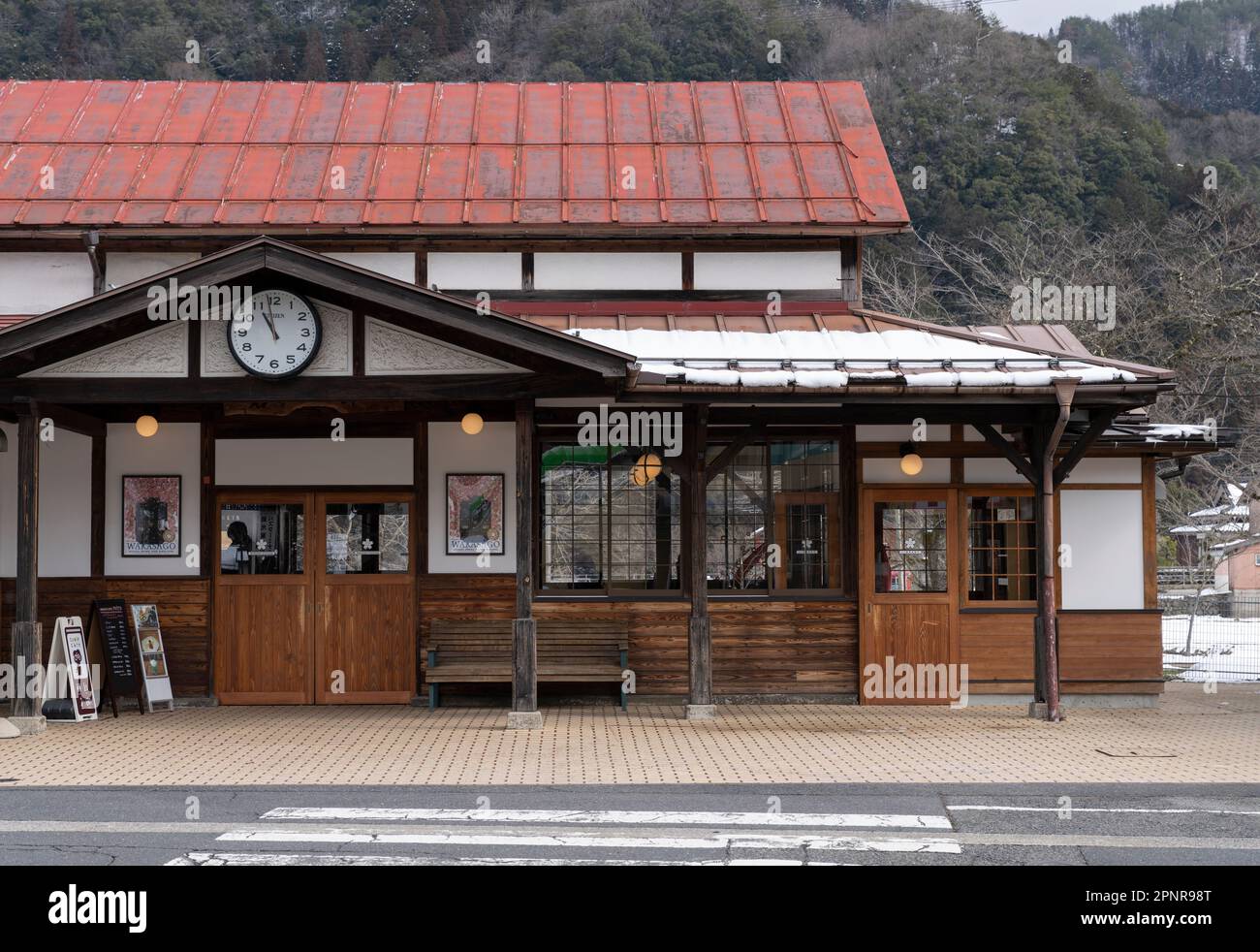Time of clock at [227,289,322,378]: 10:58
